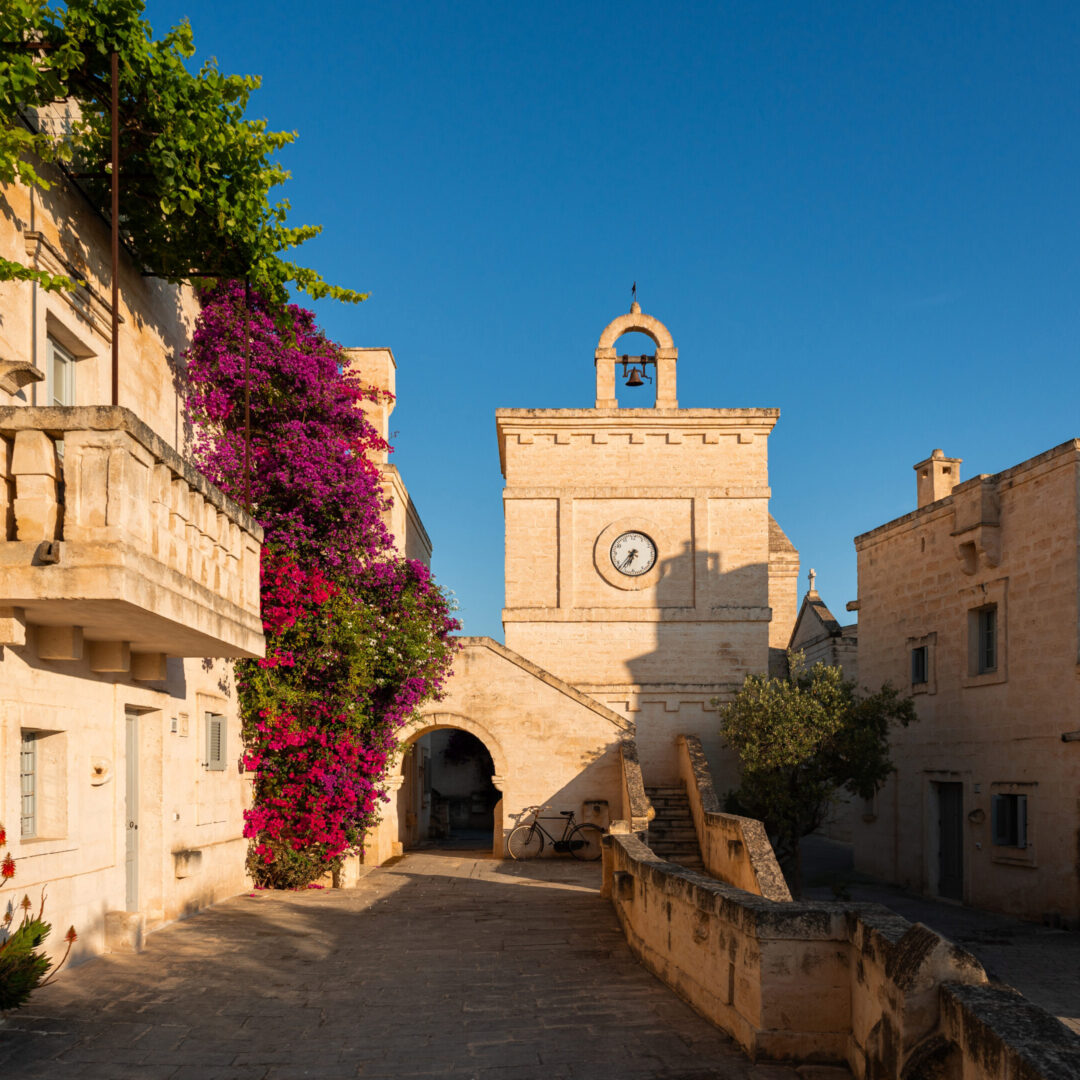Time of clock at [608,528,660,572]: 6:36
